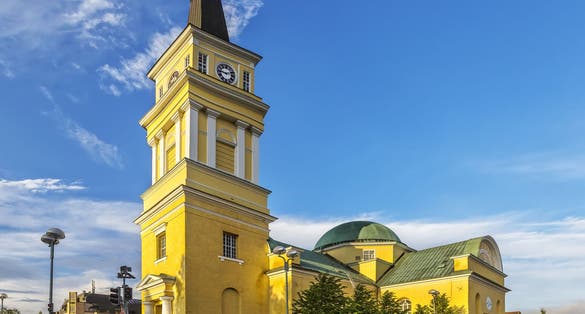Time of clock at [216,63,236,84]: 9:12
